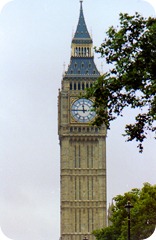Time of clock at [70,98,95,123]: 11:45
